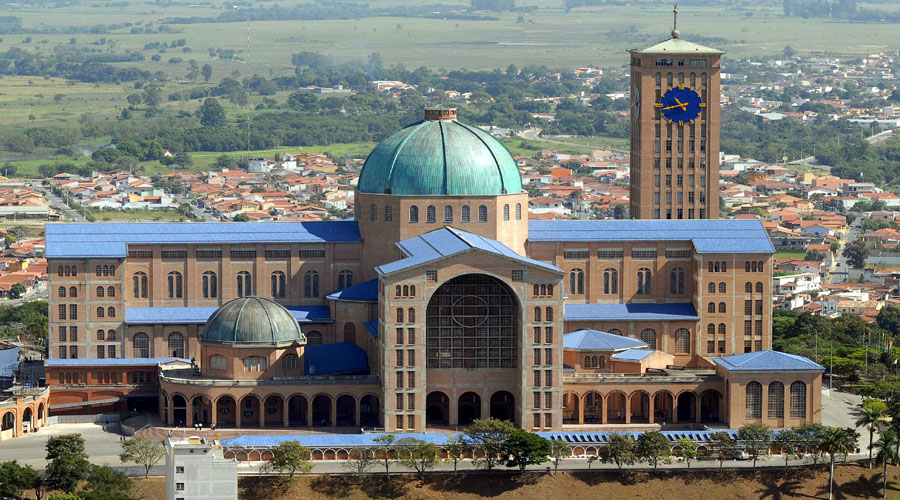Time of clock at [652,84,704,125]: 10:42
